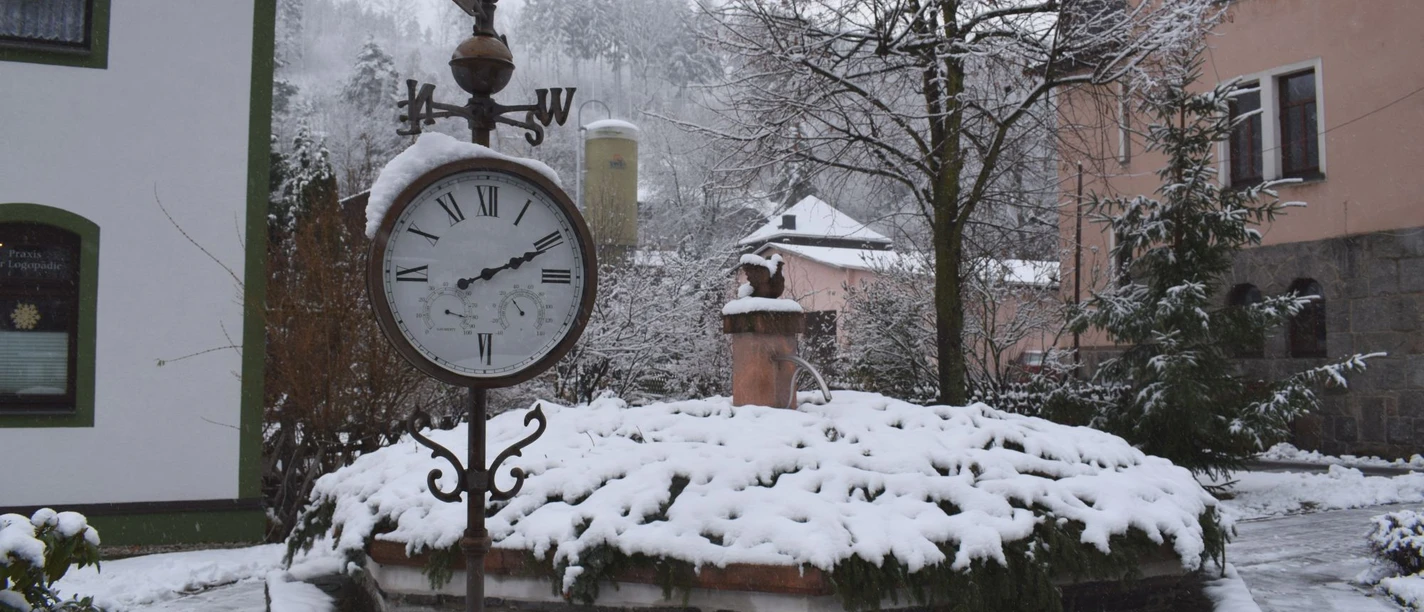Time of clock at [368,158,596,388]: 2:10
